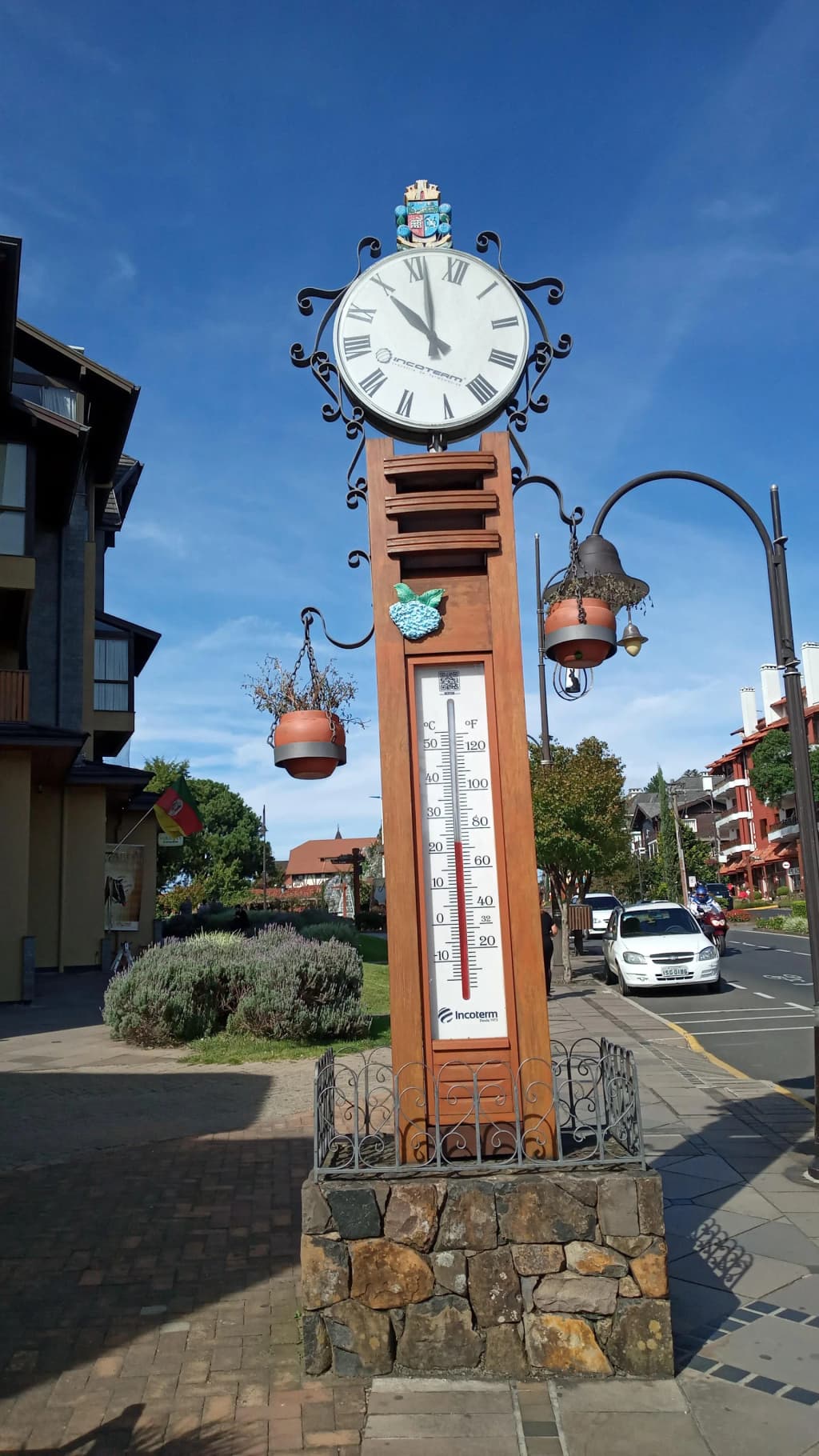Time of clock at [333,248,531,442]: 9:56
